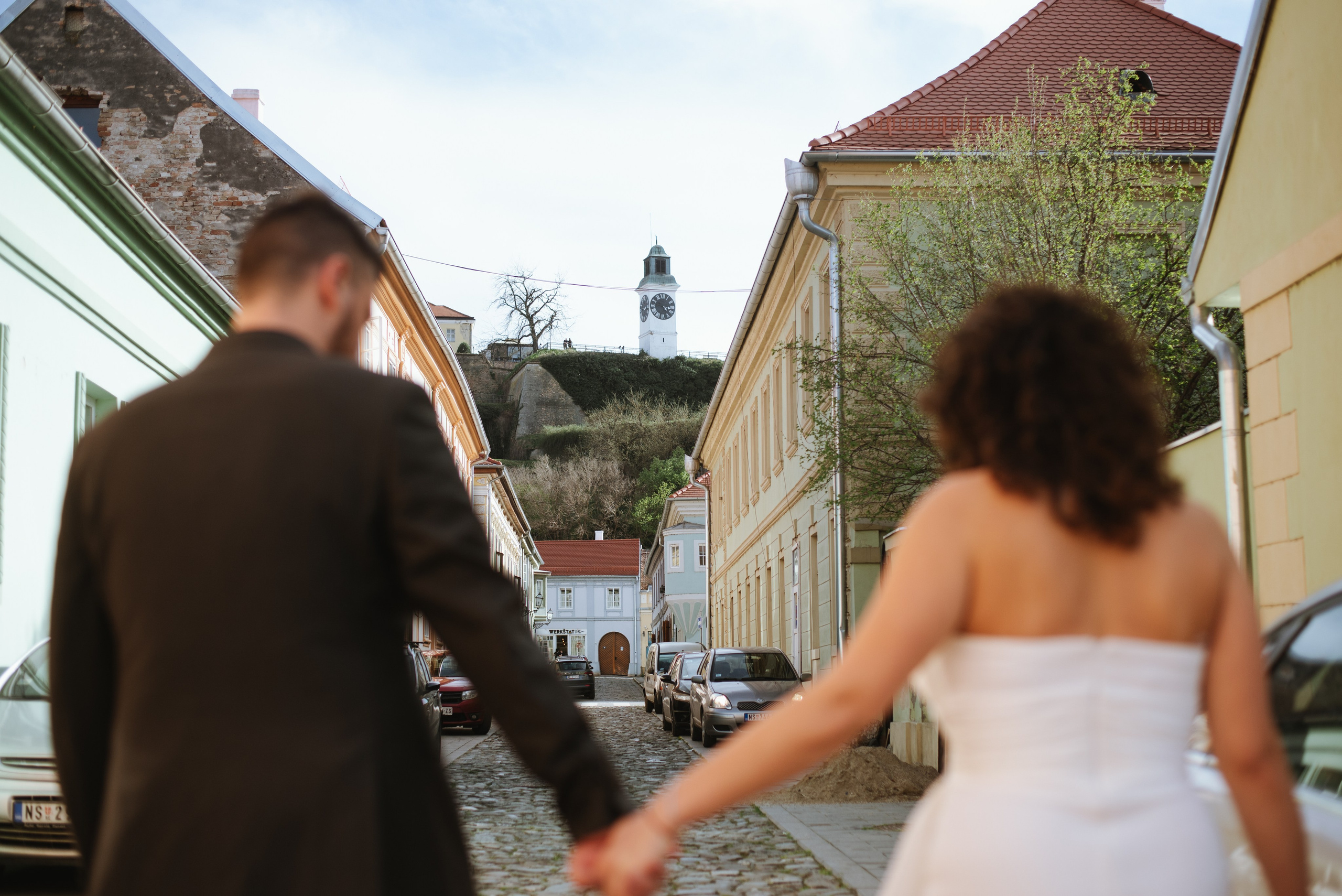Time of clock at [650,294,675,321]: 4:16
